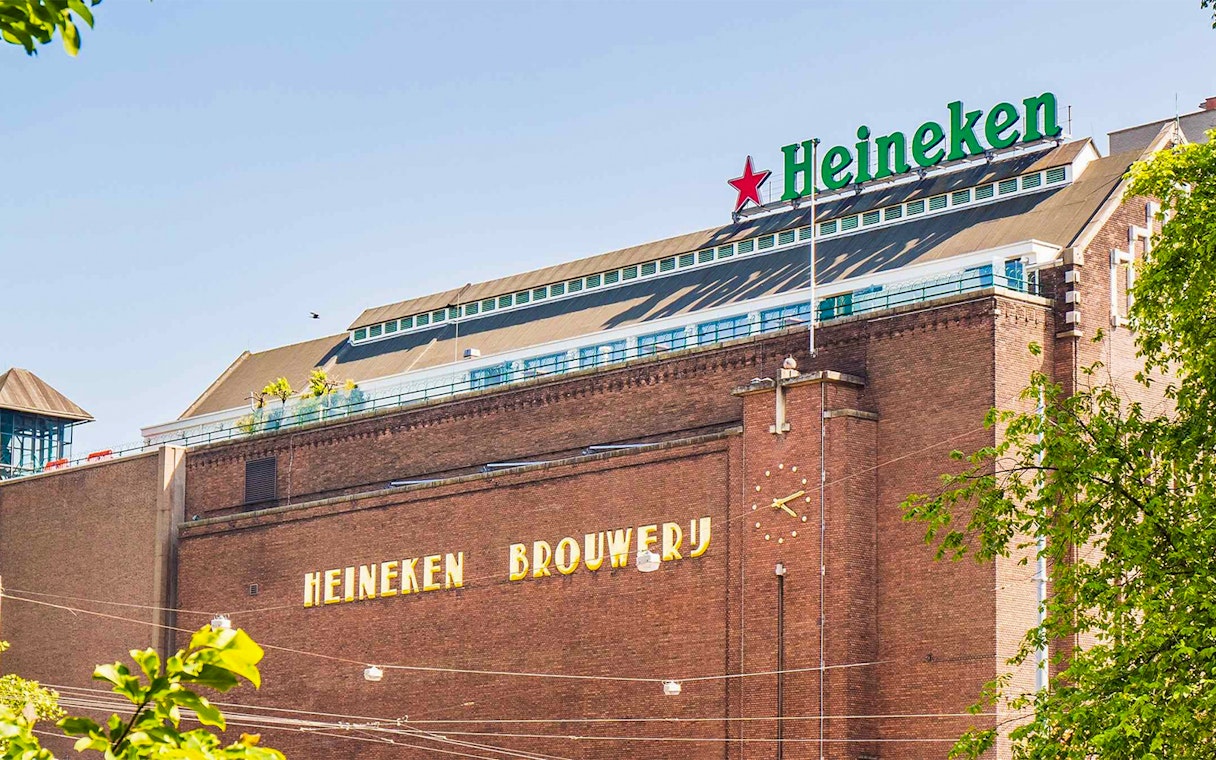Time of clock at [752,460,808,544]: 4:12
